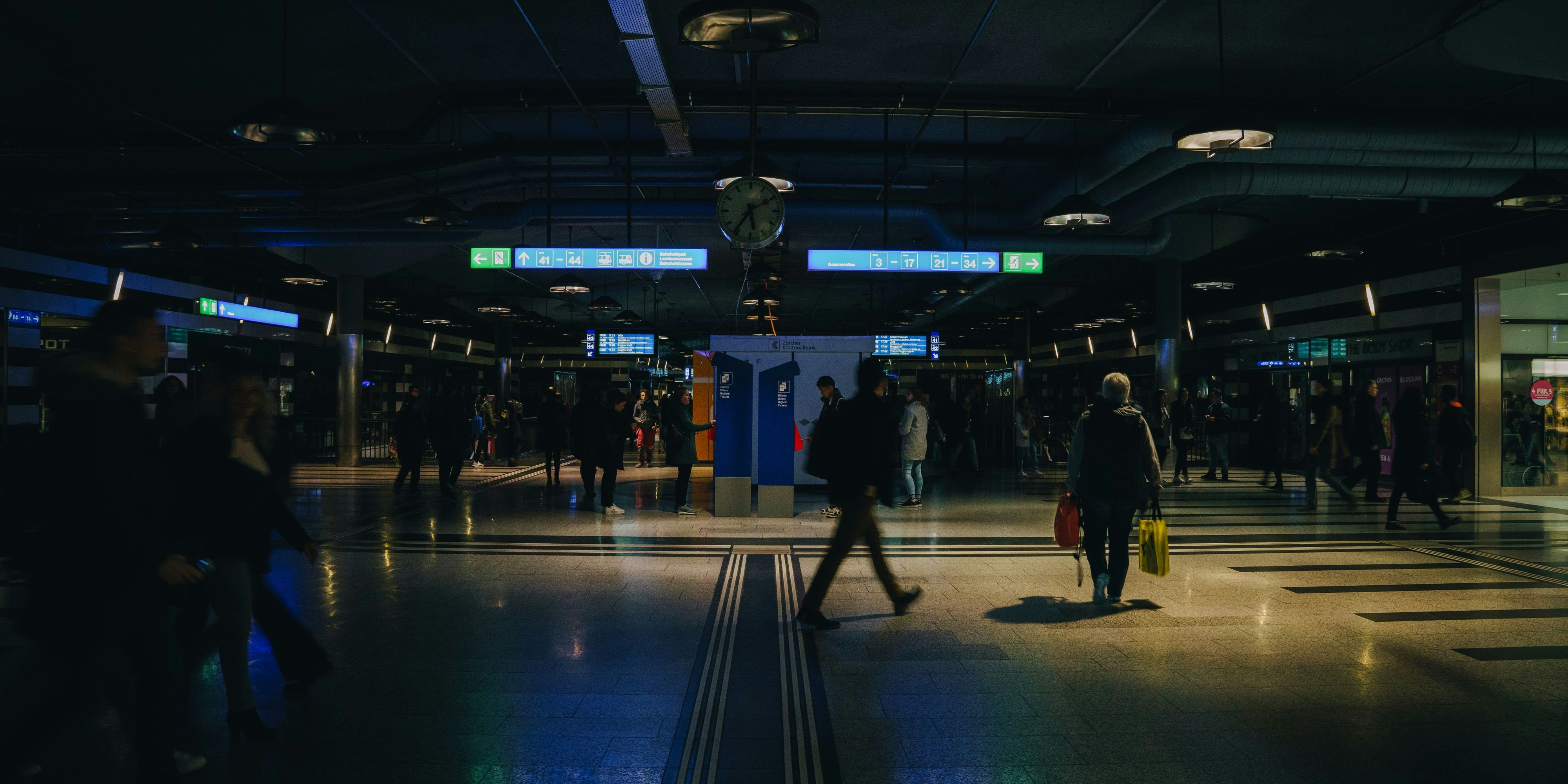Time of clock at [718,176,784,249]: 5:36
